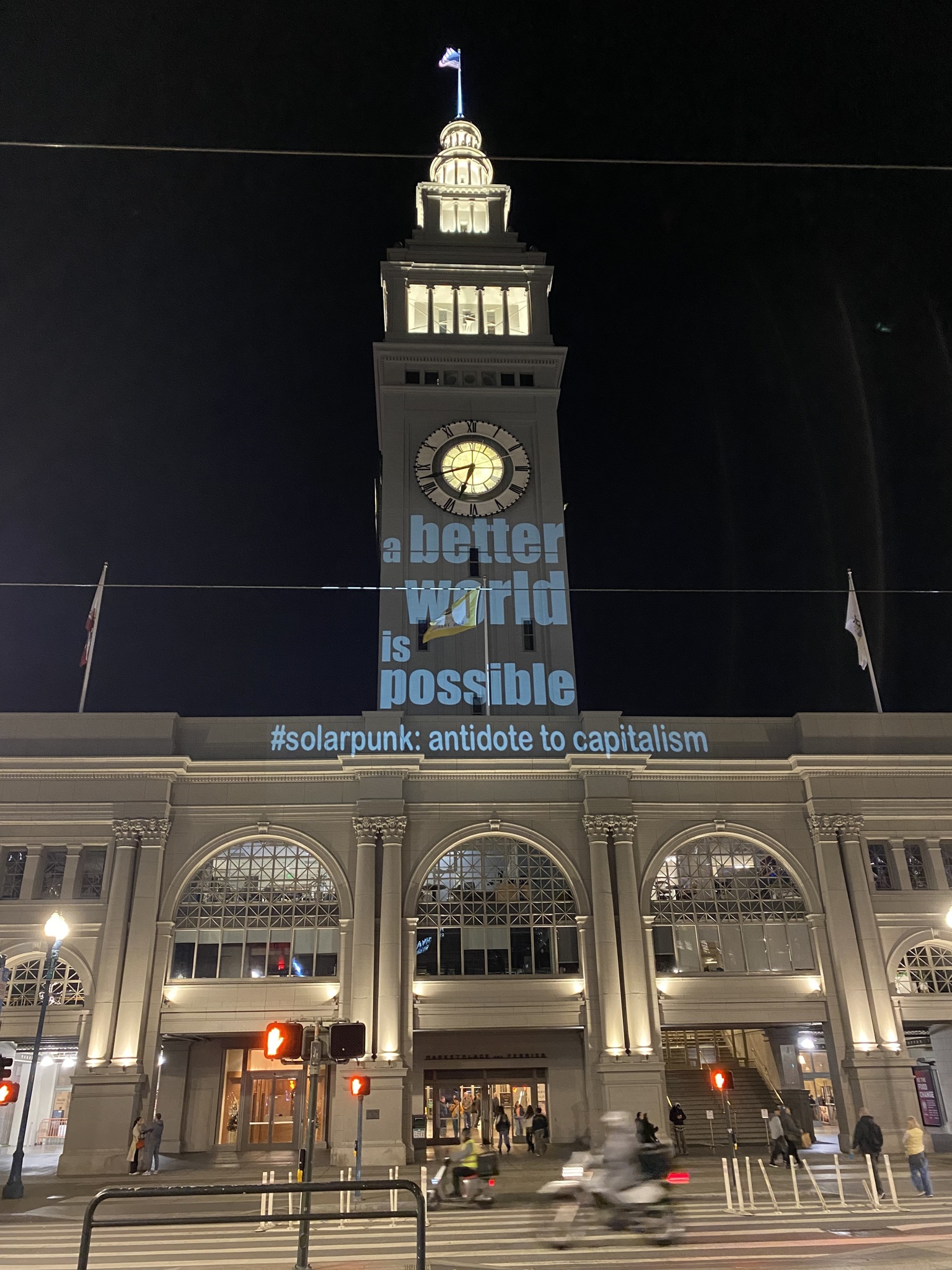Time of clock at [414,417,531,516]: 6:42
